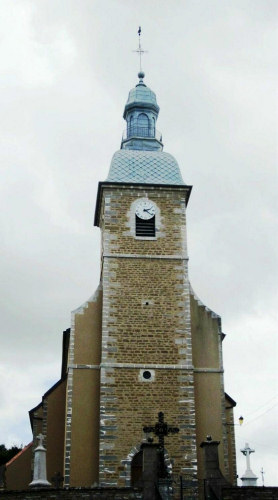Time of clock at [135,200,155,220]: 2:21
